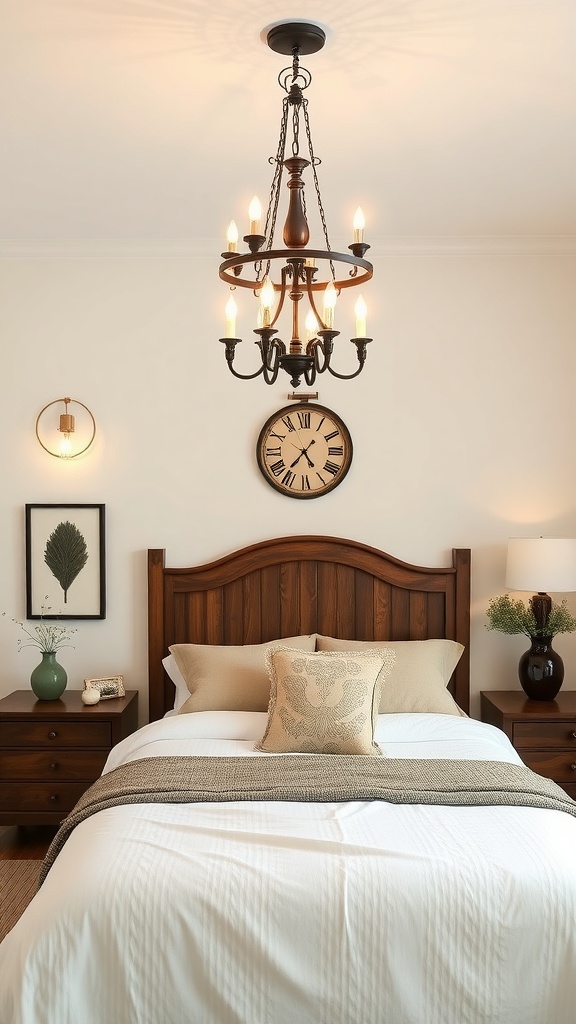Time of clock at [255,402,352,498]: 4:36
